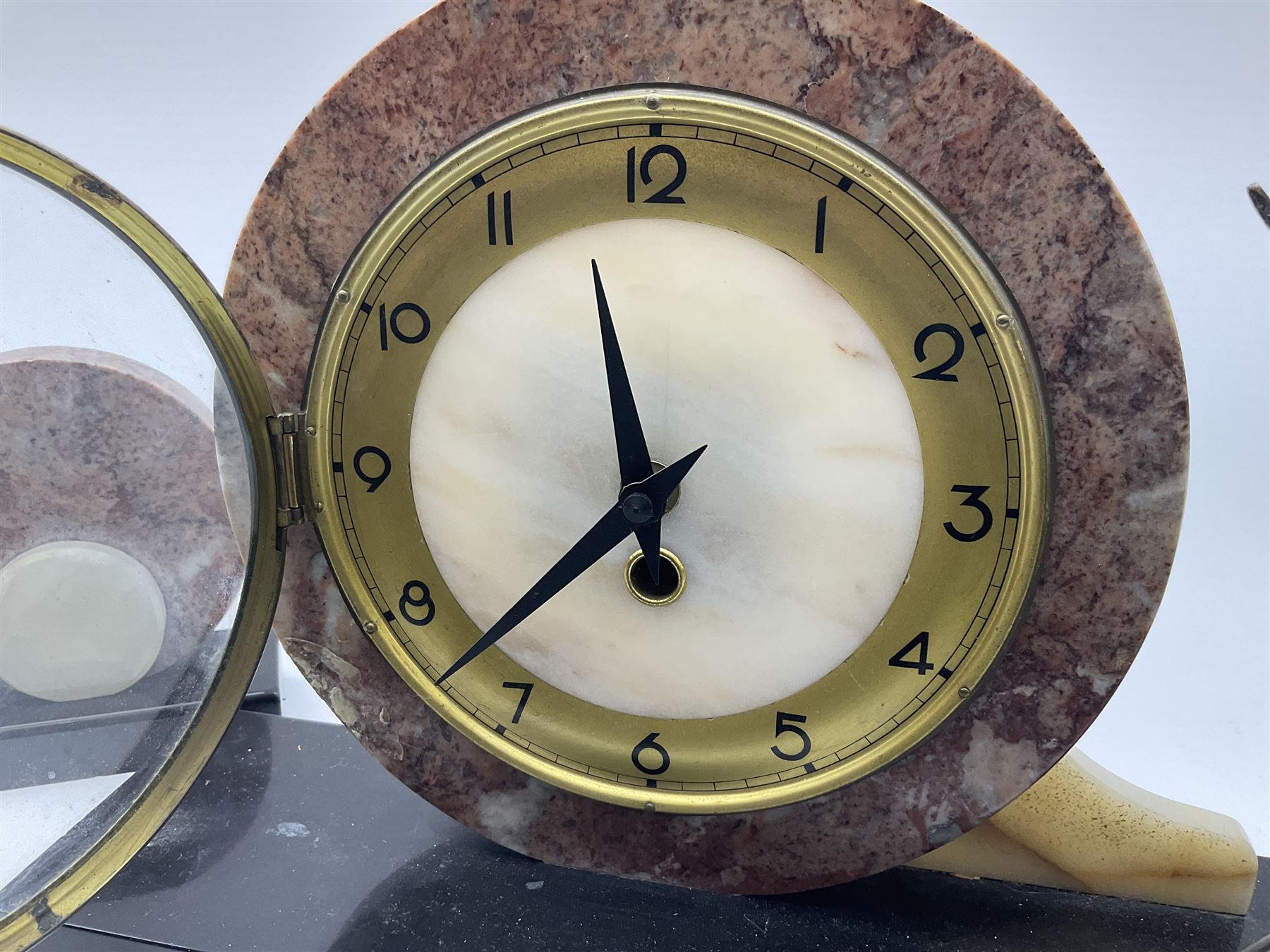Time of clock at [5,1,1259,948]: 11:37
